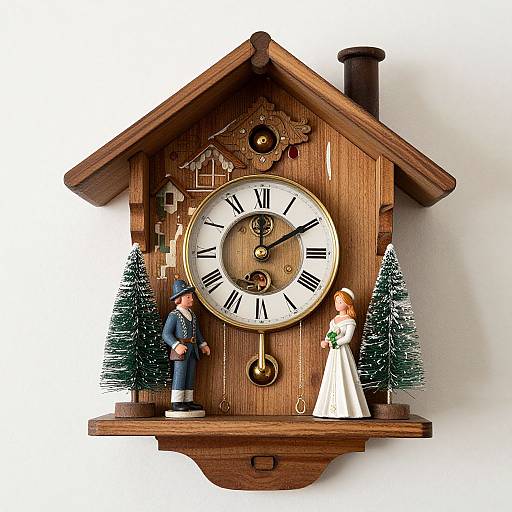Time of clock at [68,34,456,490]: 12:09
